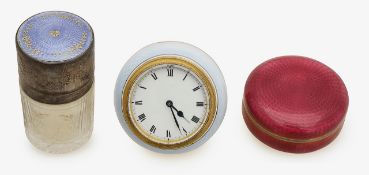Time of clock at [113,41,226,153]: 4:26
